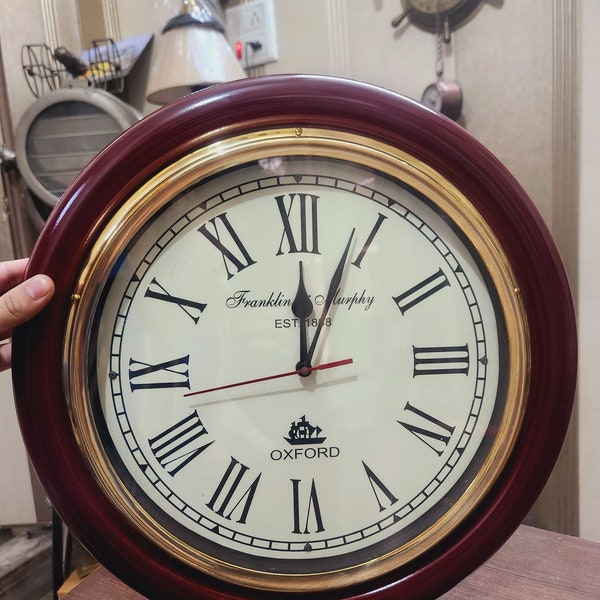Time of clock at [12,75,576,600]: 12:03
